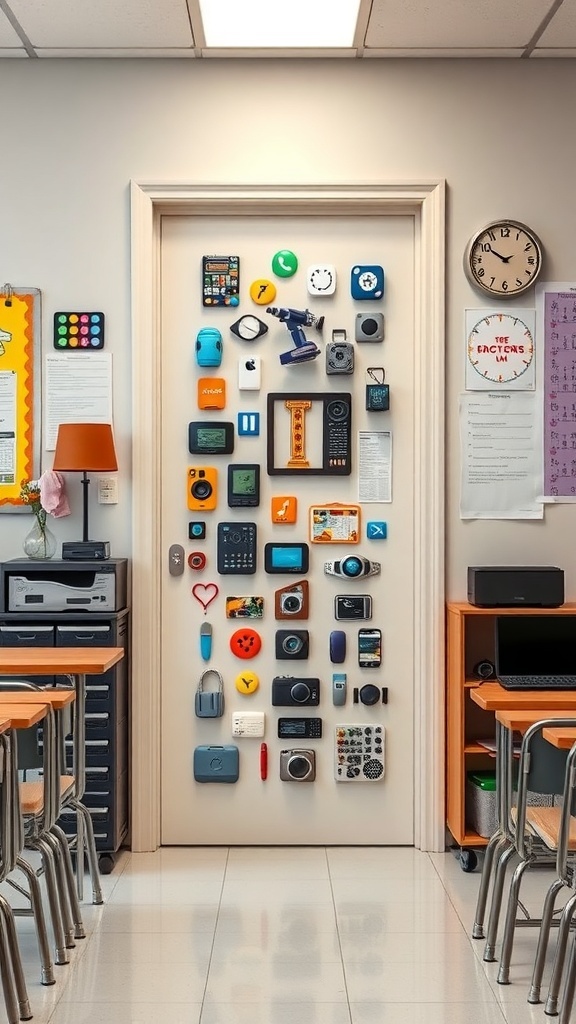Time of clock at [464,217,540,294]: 1:50
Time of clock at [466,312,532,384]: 5:16
